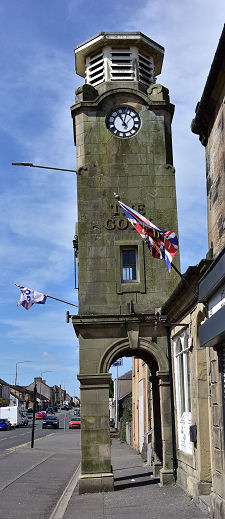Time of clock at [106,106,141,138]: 11:02
